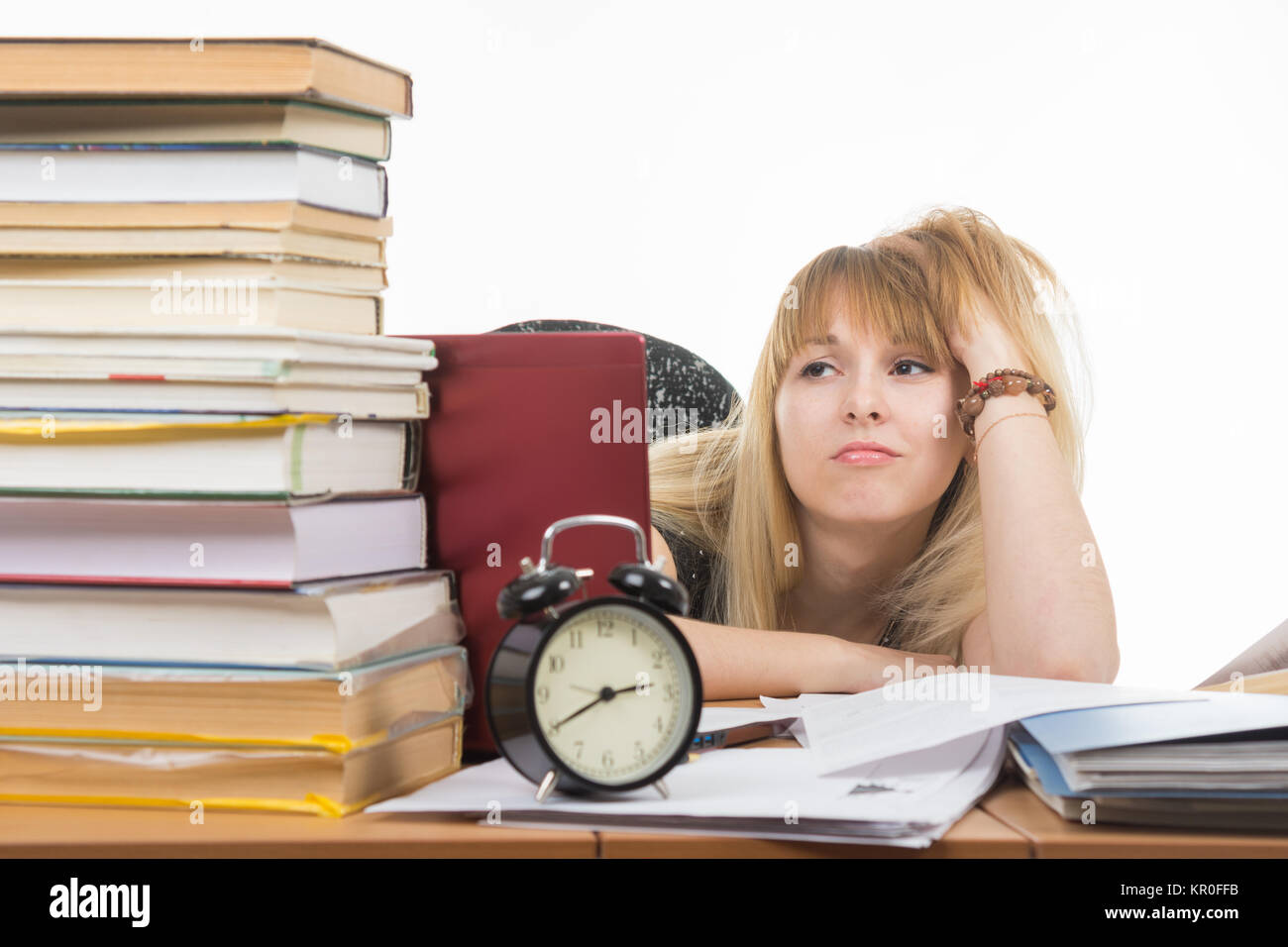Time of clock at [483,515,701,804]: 2:40
